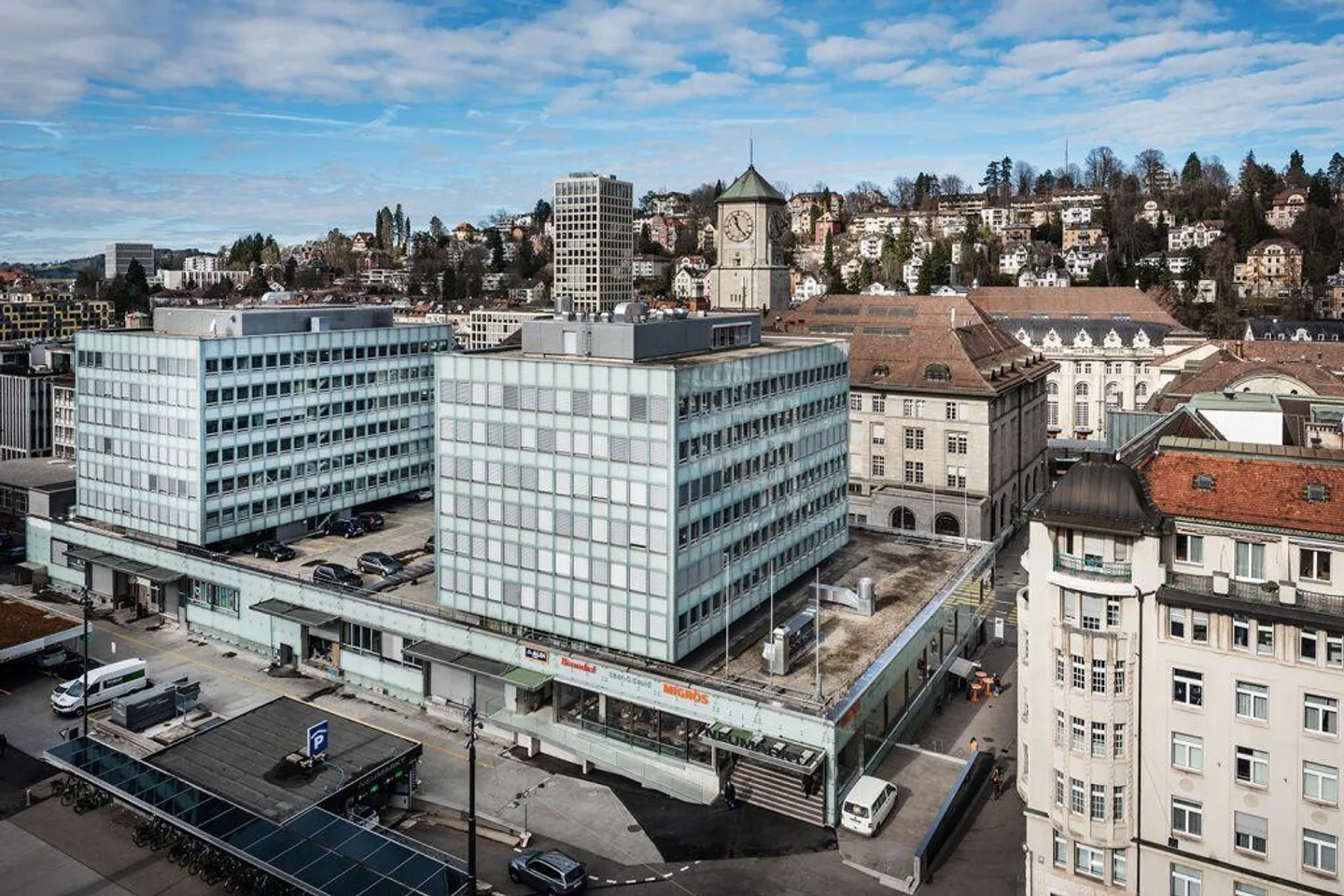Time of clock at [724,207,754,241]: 11:22
